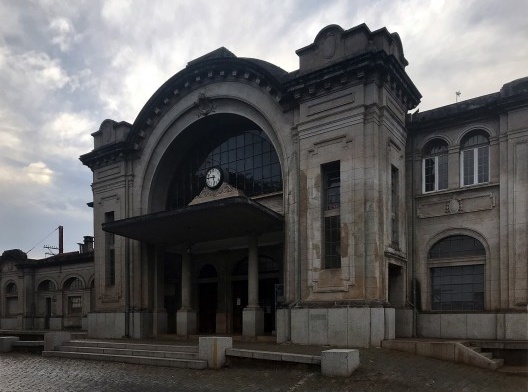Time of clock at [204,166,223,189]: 5:45
